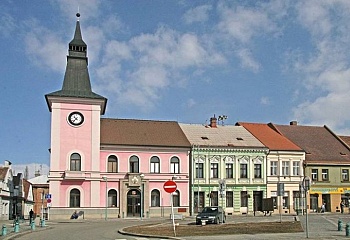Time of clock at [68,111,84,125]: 10:37
